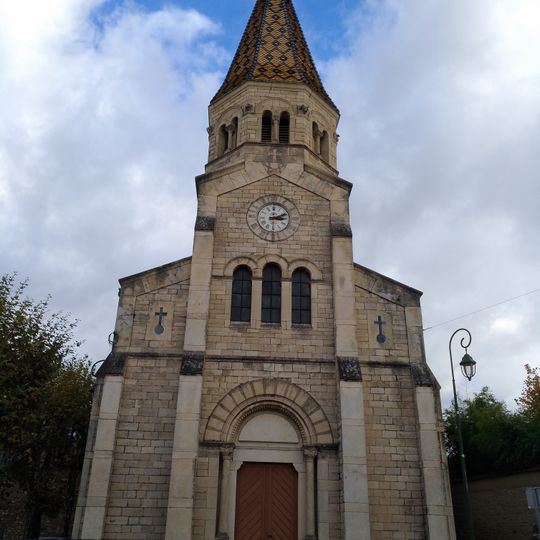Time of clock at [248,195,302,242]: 3:11
